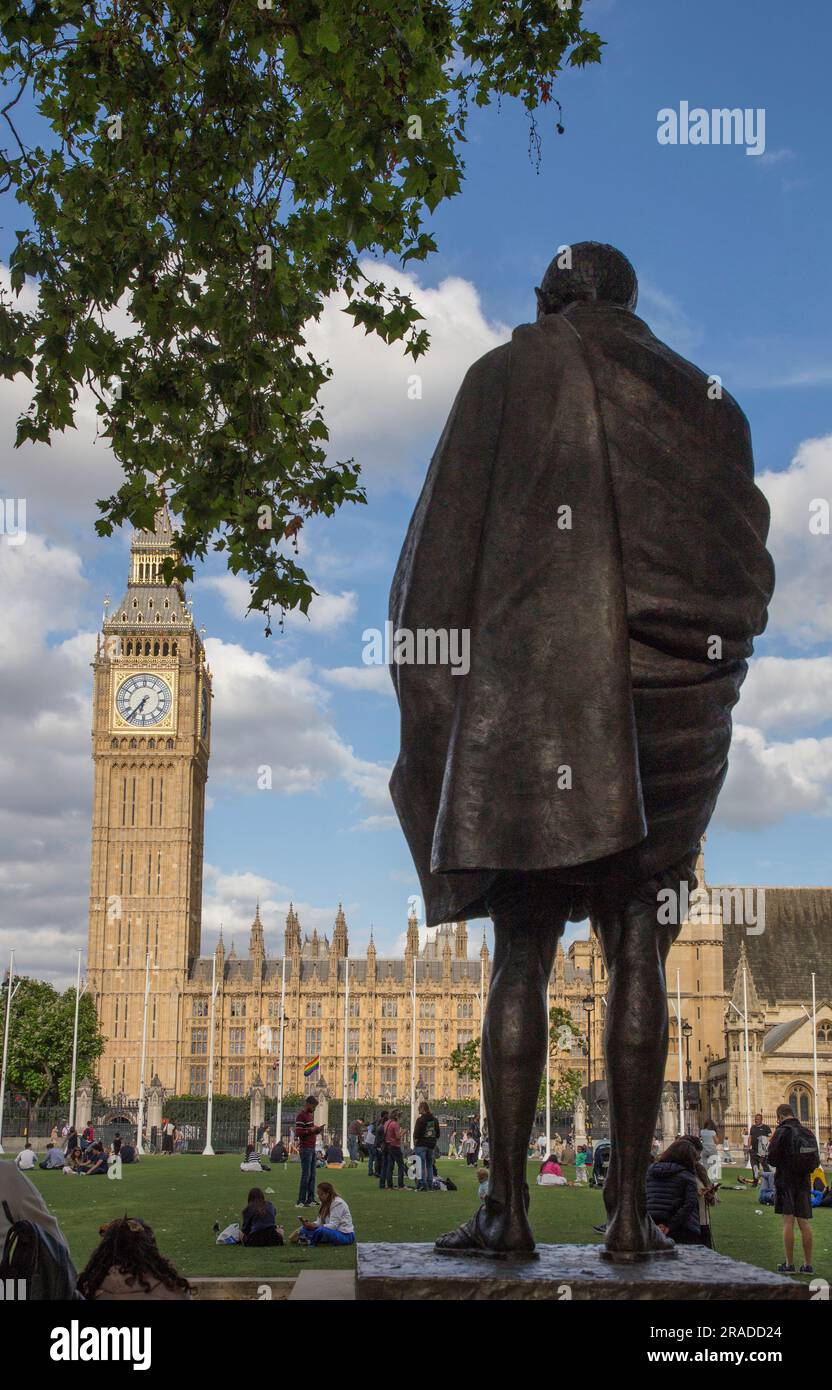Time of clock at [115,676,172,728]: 6:36
